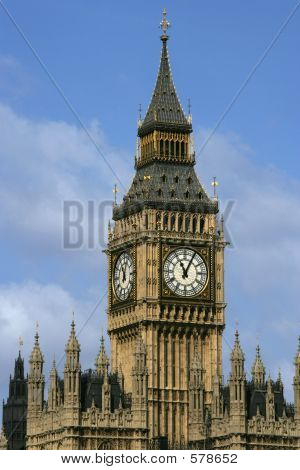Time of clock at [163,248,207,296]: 11:04
